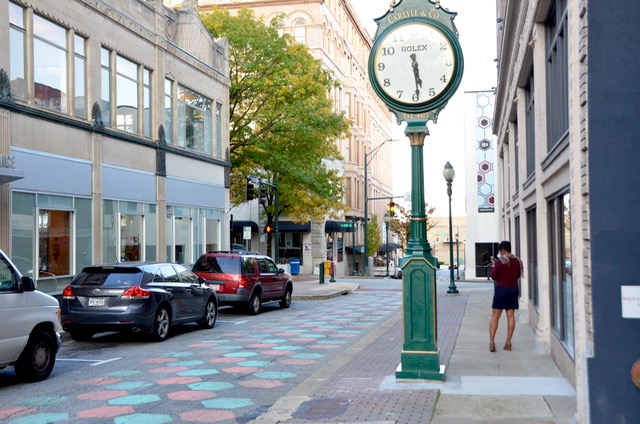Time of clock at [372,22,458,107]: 5:29
